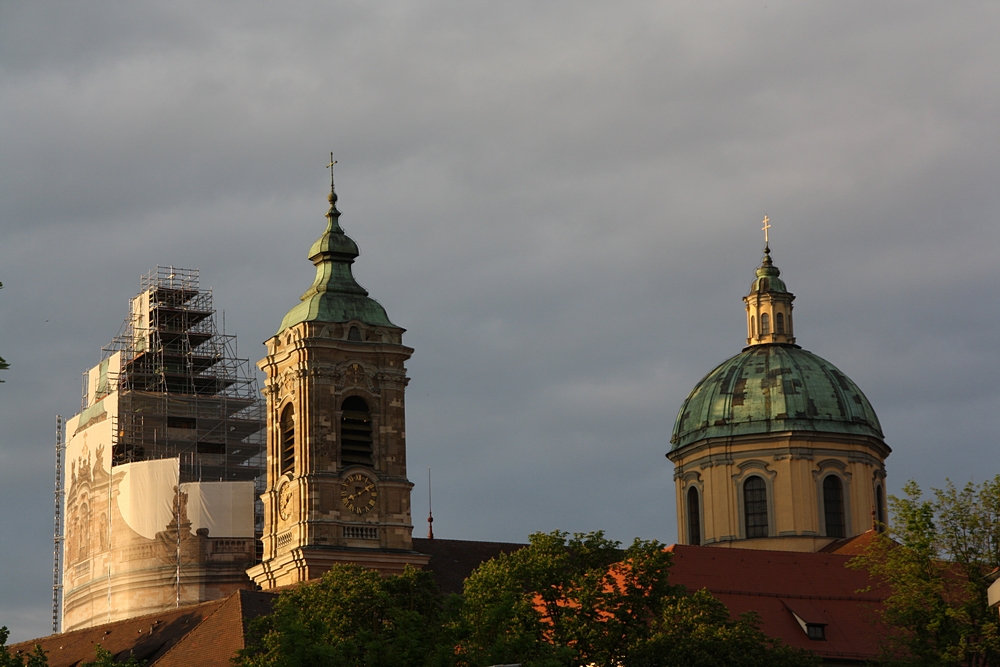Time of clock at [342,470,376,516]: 8:09
